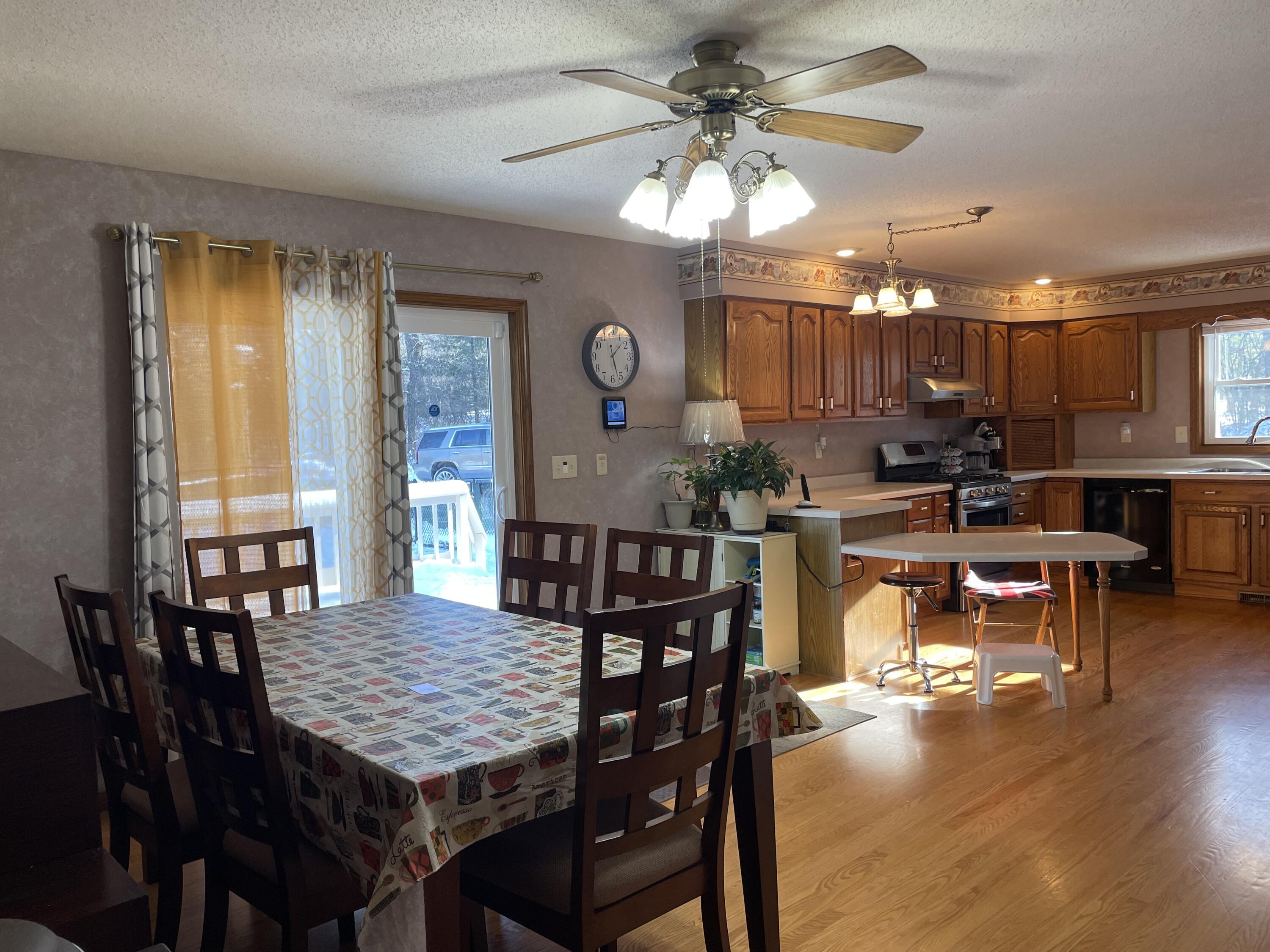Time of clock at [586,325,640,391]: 1:26
